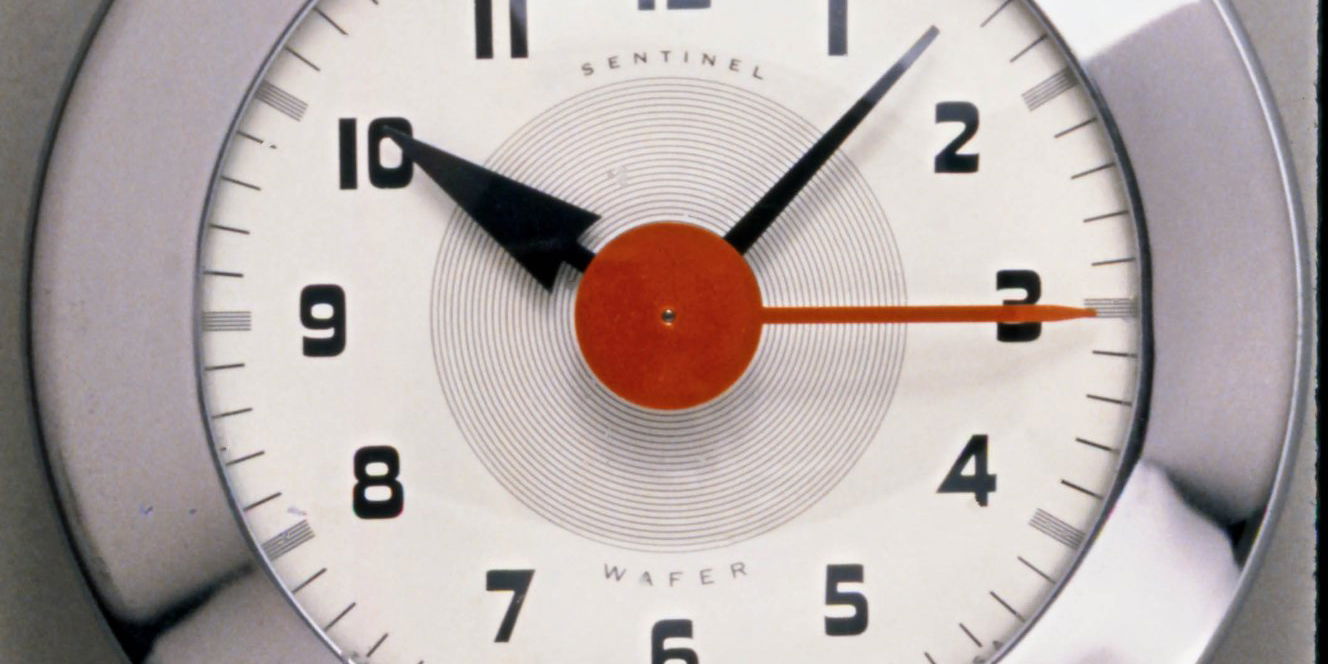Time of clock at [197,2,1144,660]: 10:07
